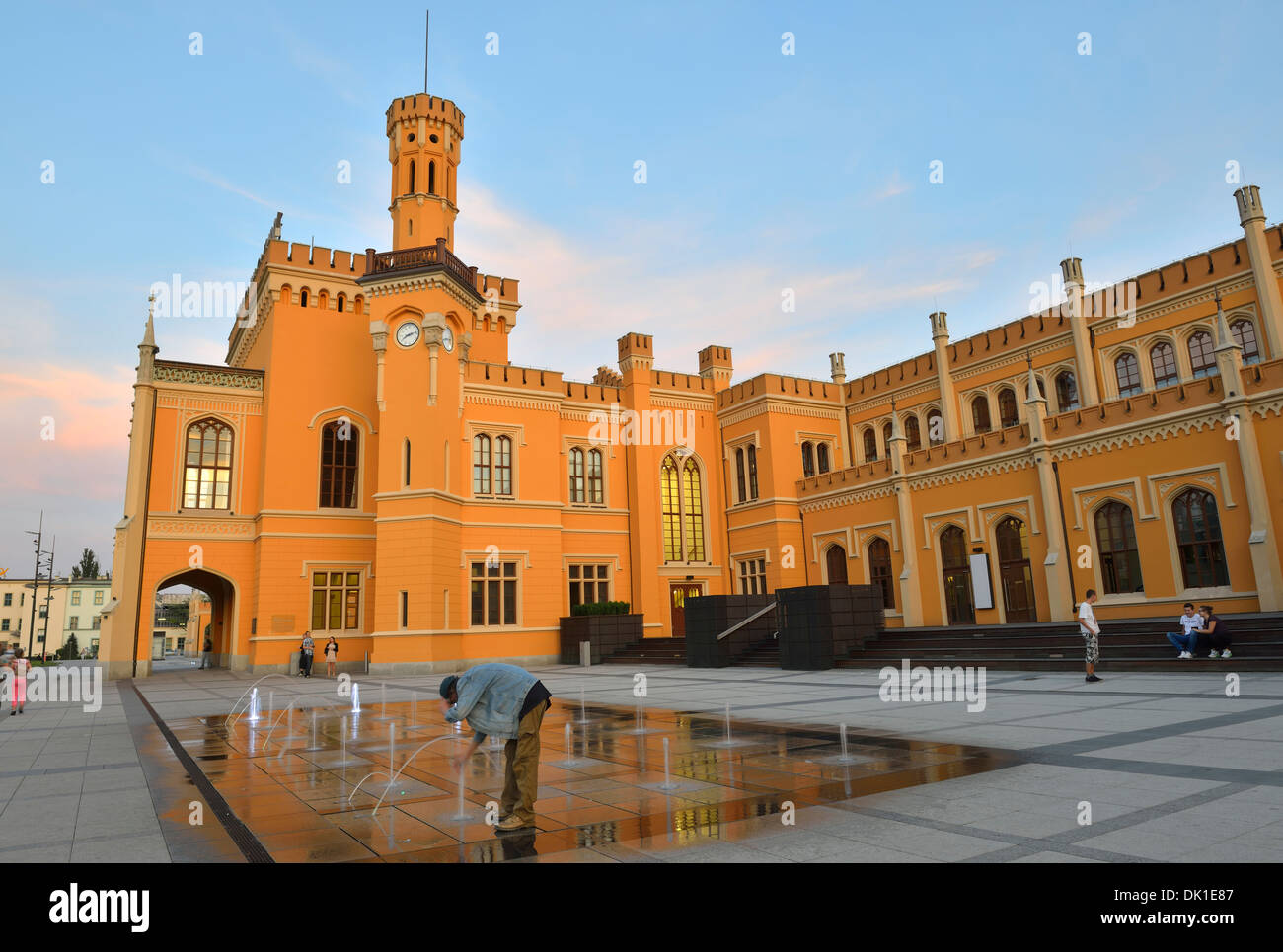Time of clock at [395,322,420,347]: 8:12
